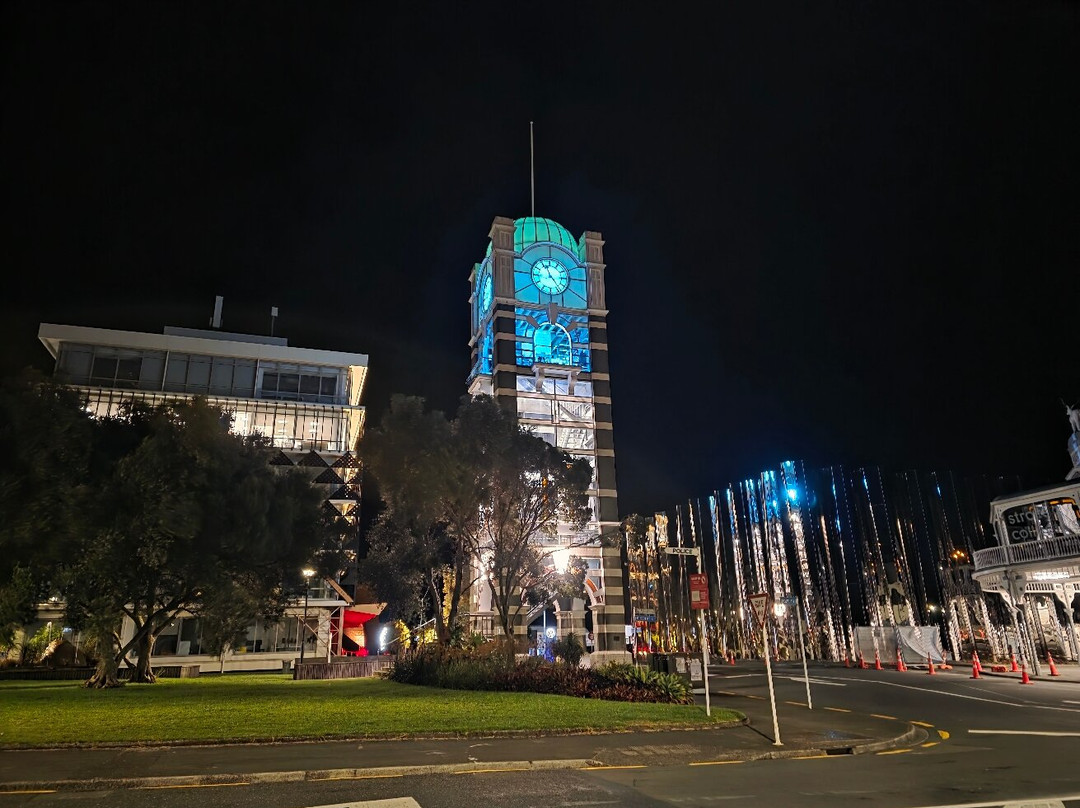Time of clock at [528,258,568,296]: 11:23
